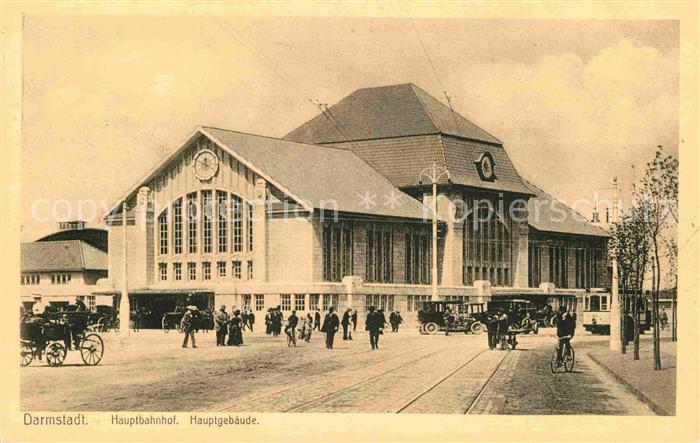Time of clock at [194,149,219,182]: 11:48
